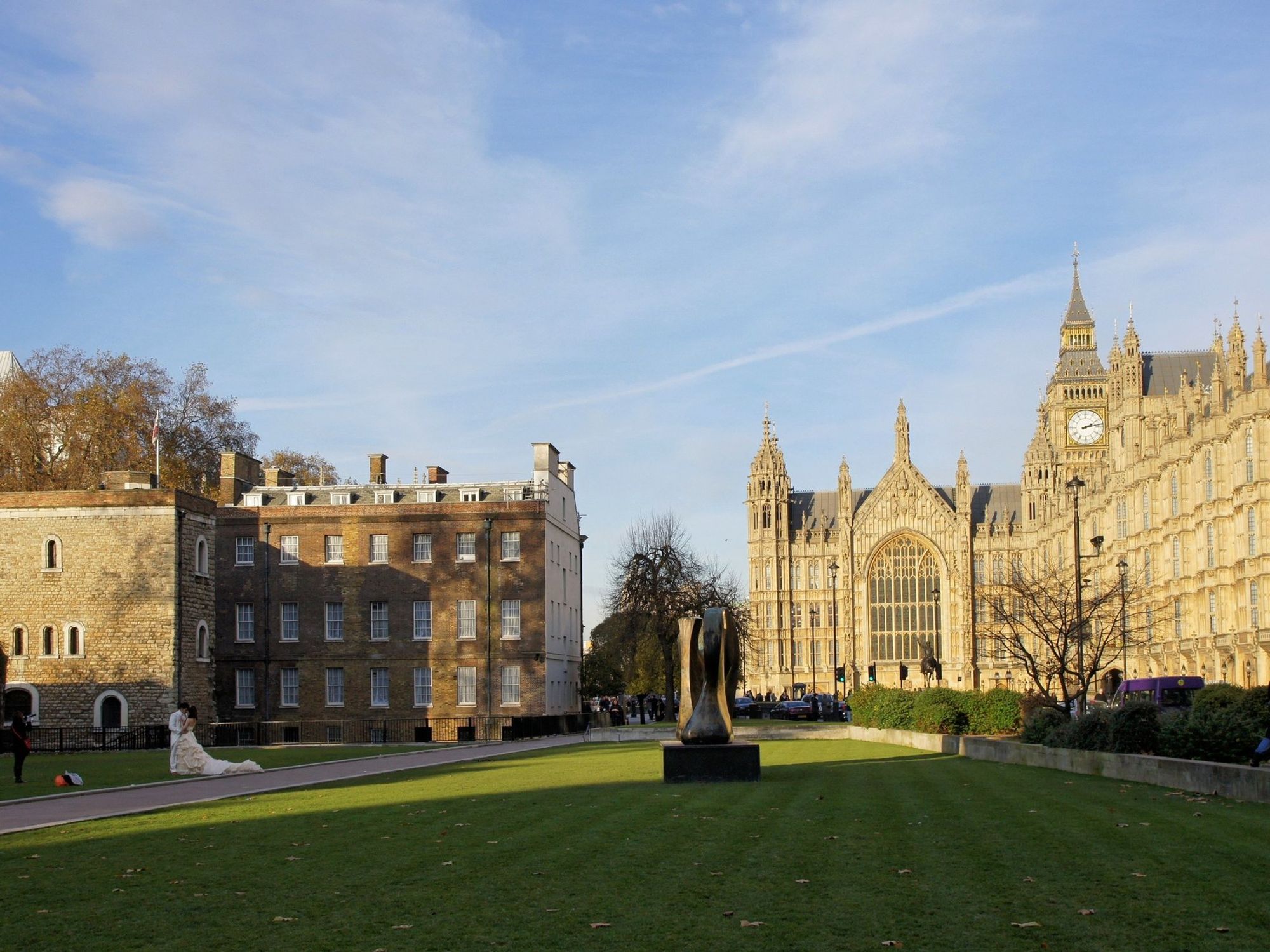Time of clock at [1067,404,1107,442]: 2:13
